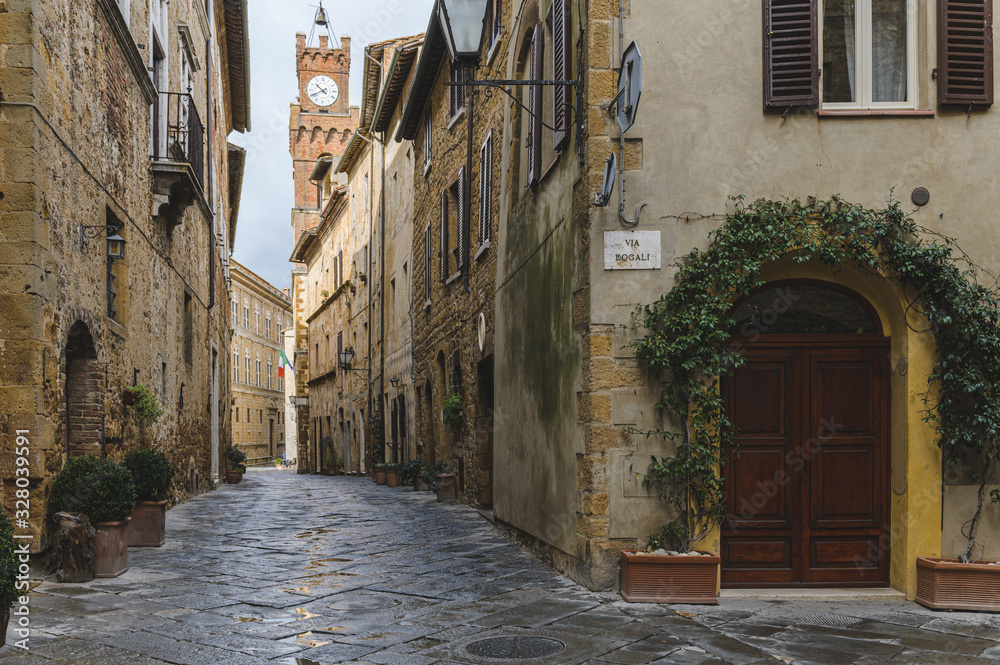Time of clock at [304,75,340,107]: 10:40
